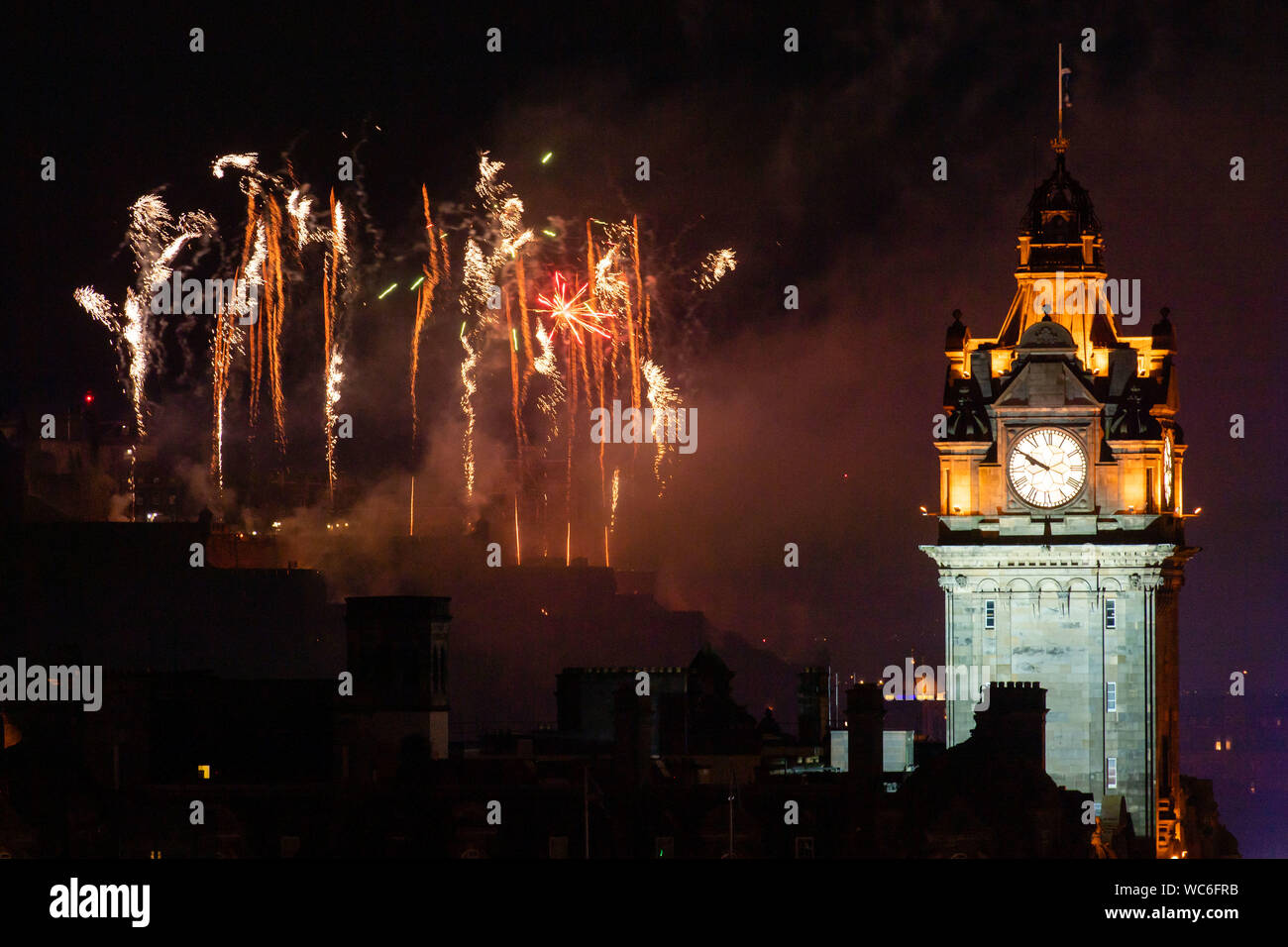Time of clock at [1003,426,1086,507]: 9:50
